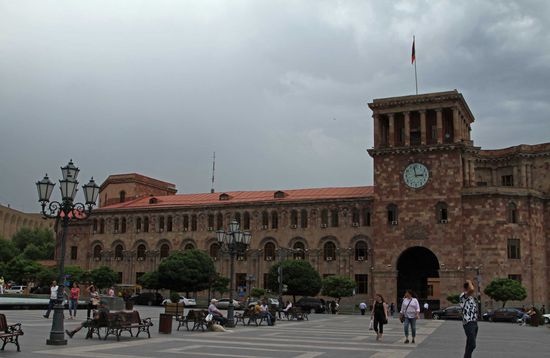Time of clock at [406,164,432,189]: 2:58
